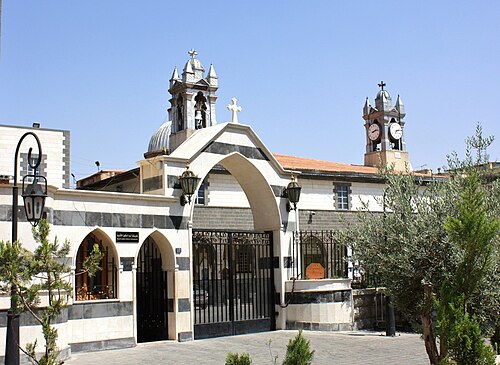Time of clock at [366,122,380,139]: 2:13
